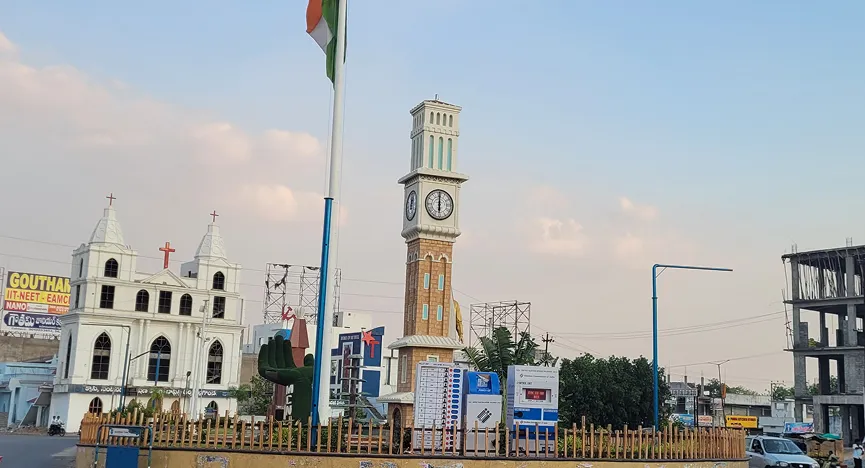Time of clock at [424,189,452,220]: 6:00
